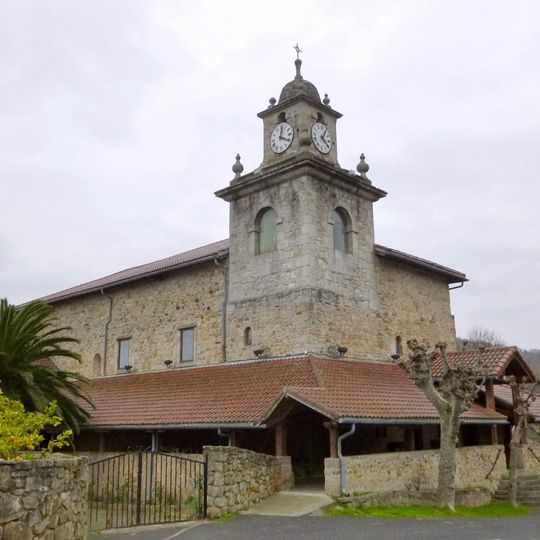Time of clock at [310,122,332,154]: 4:04
